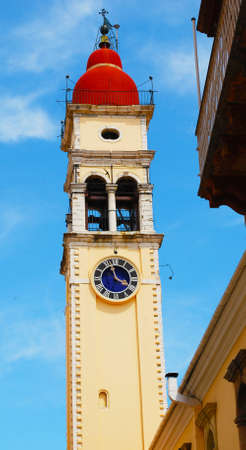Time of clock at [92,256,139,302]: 3:57
